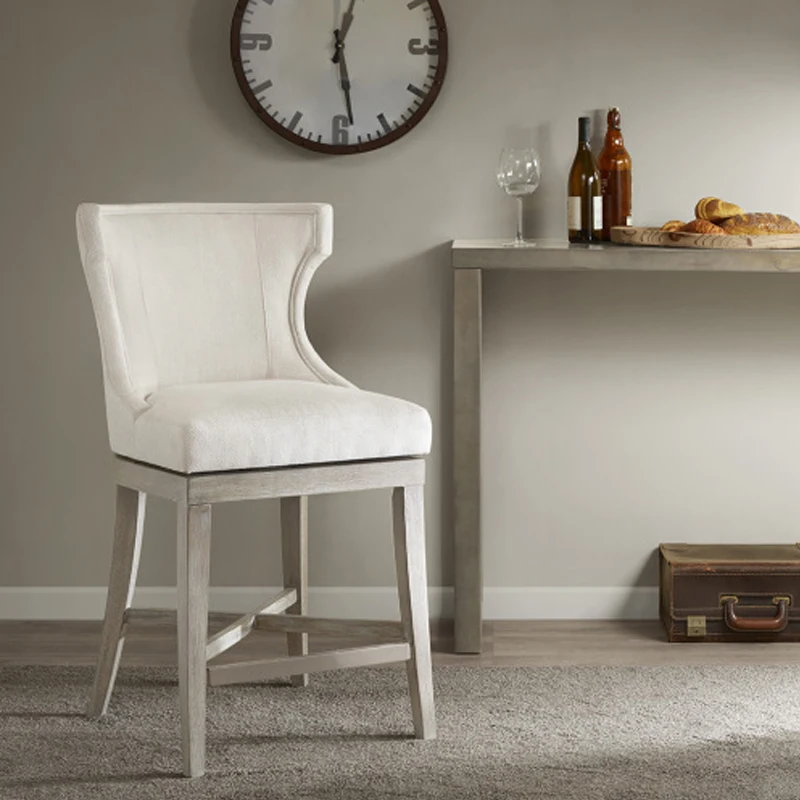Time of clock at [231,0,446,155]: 12:28
